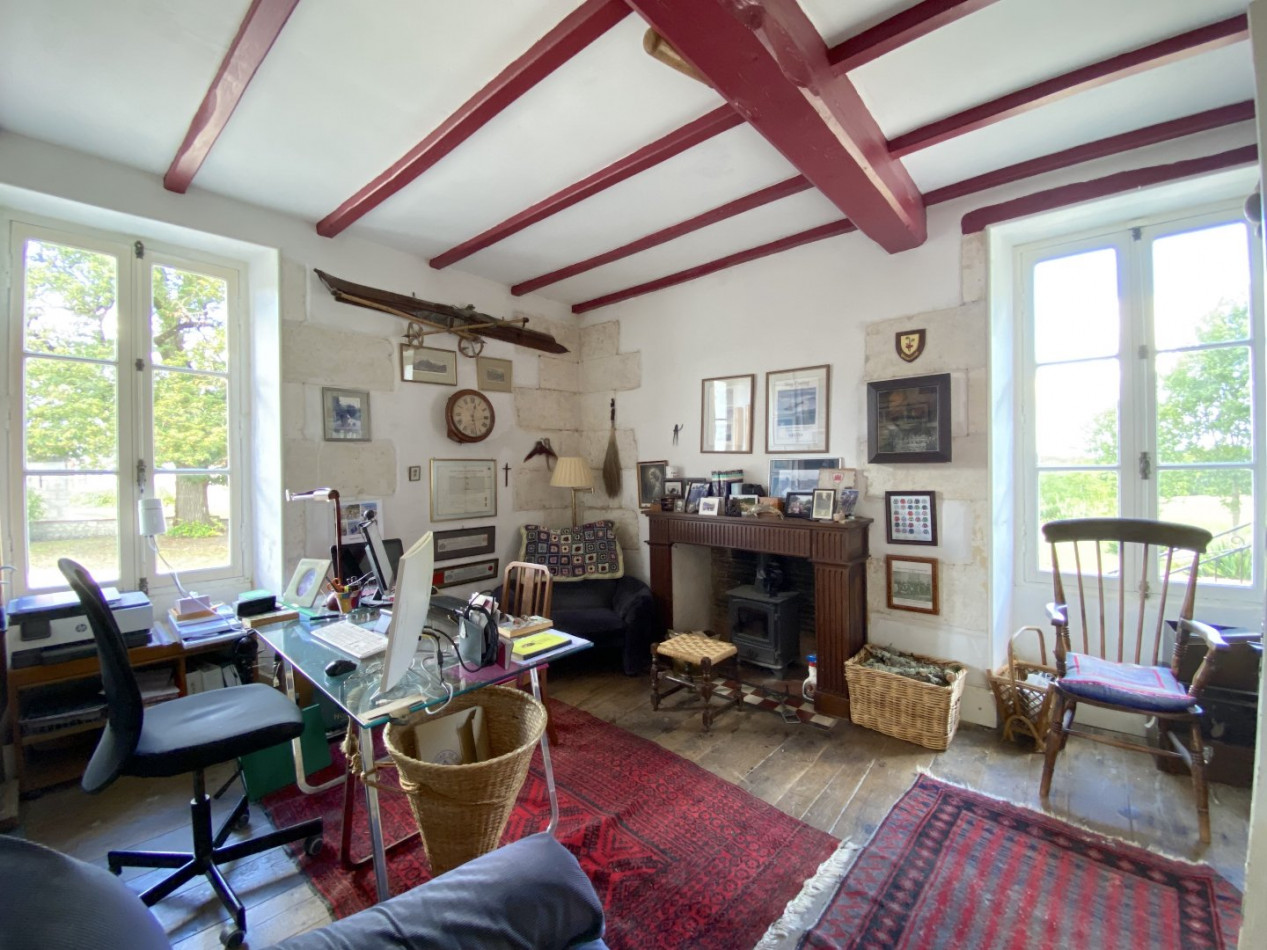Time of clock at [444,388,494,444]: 12:28
